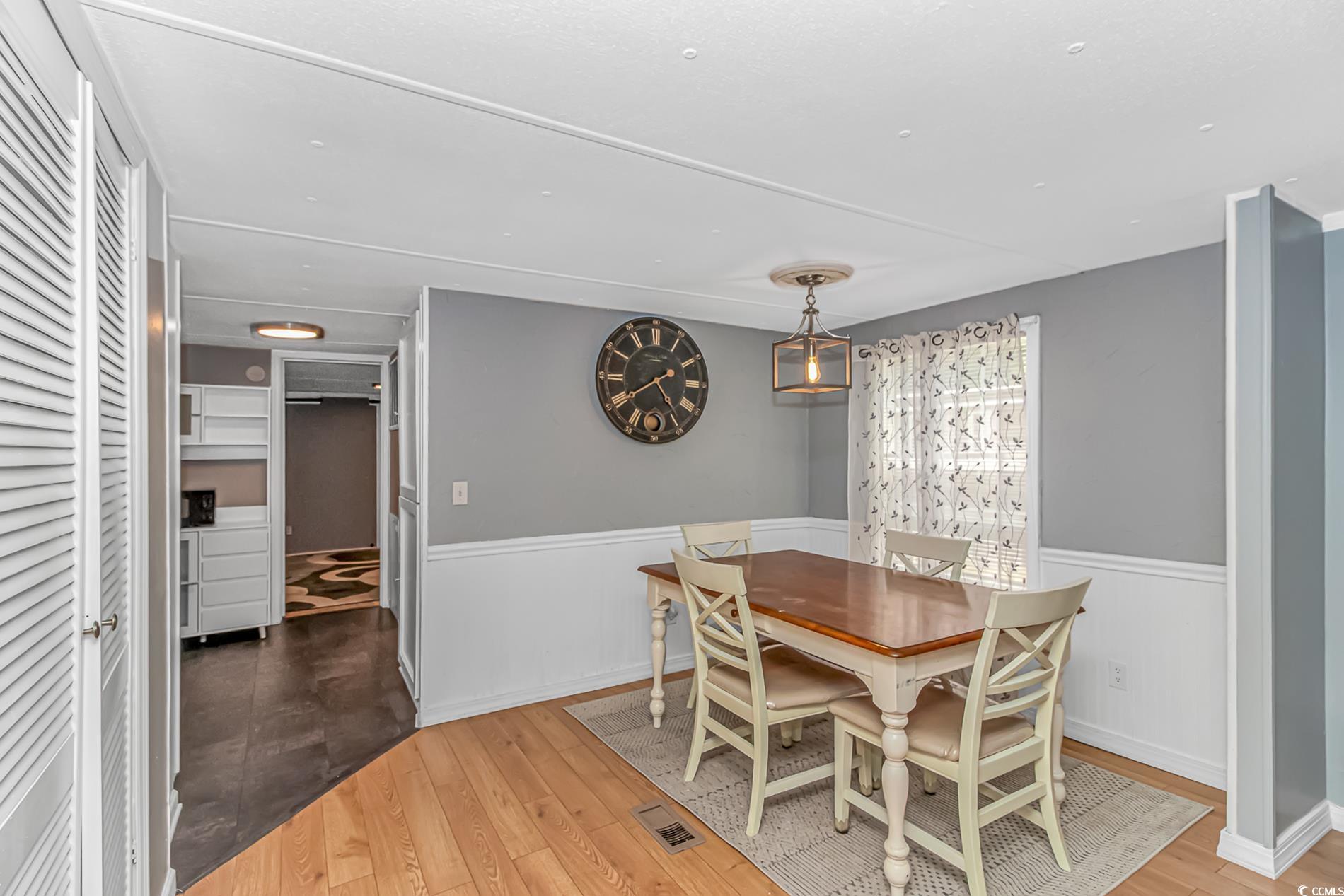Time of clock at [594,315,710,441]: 4:40
